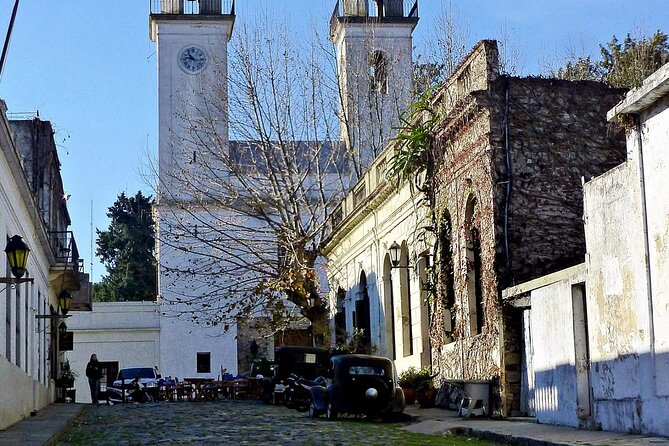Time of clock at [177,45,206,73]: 10:45
